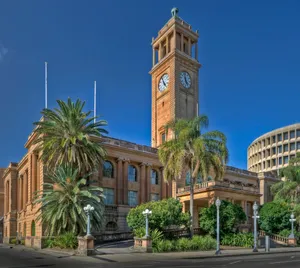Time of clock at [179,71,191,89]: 4:59
